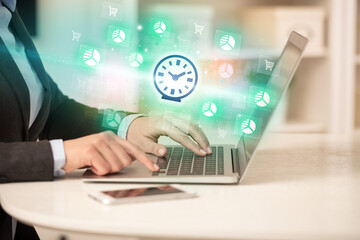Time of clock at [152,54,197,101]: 1:49
